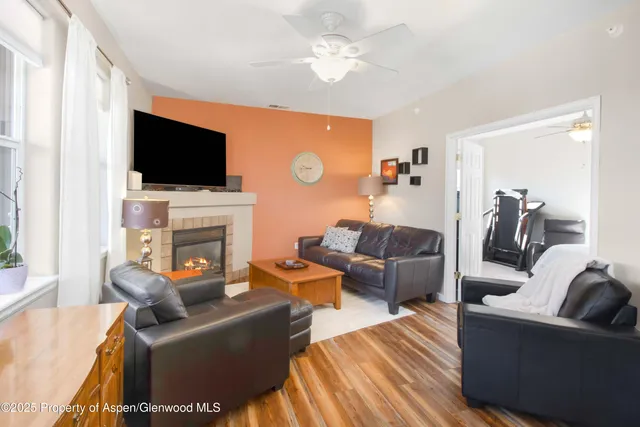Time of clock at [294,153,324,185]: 9:43
